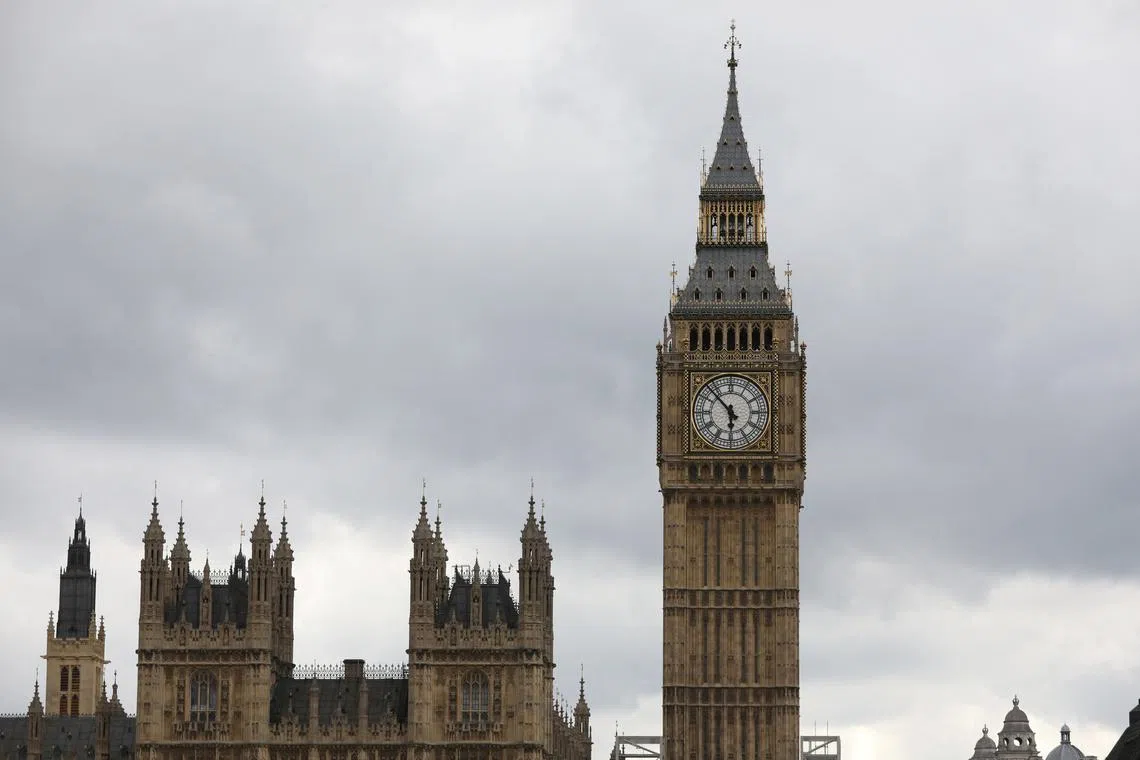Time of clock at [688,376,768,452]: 5:52
